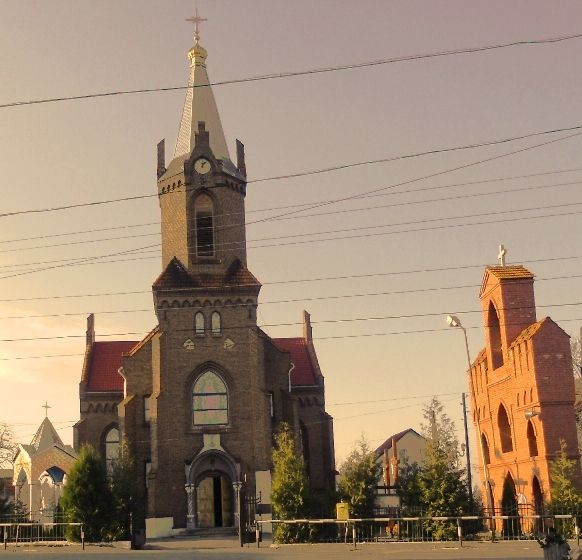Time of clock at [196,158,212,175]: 12:07
